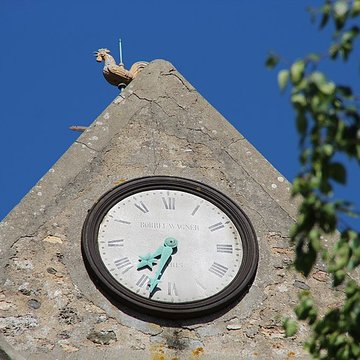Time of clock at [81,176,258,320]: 7:33
